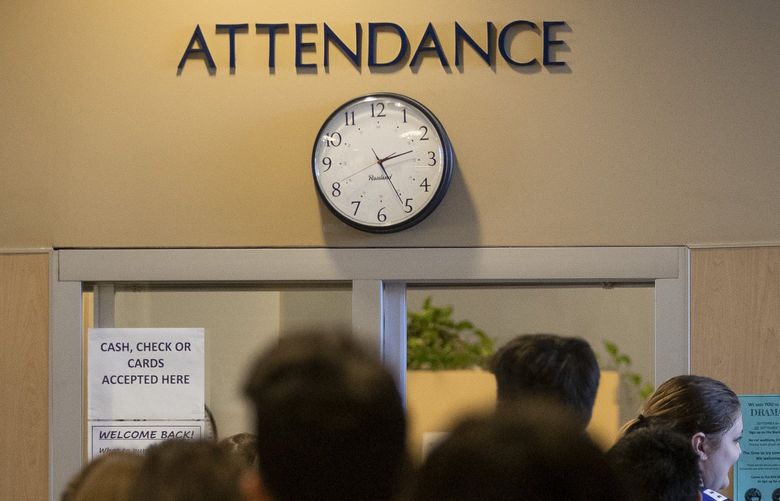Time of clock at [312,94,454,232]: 2:25
